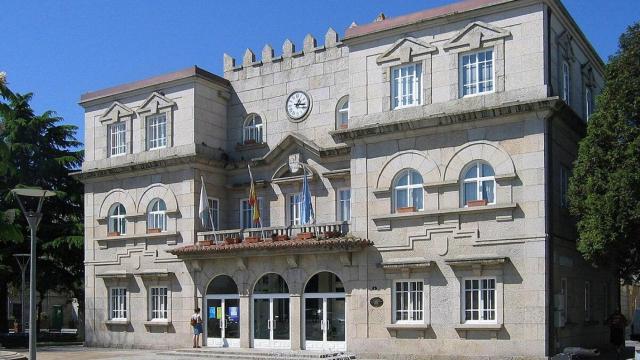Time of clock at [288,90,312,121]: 1:16
